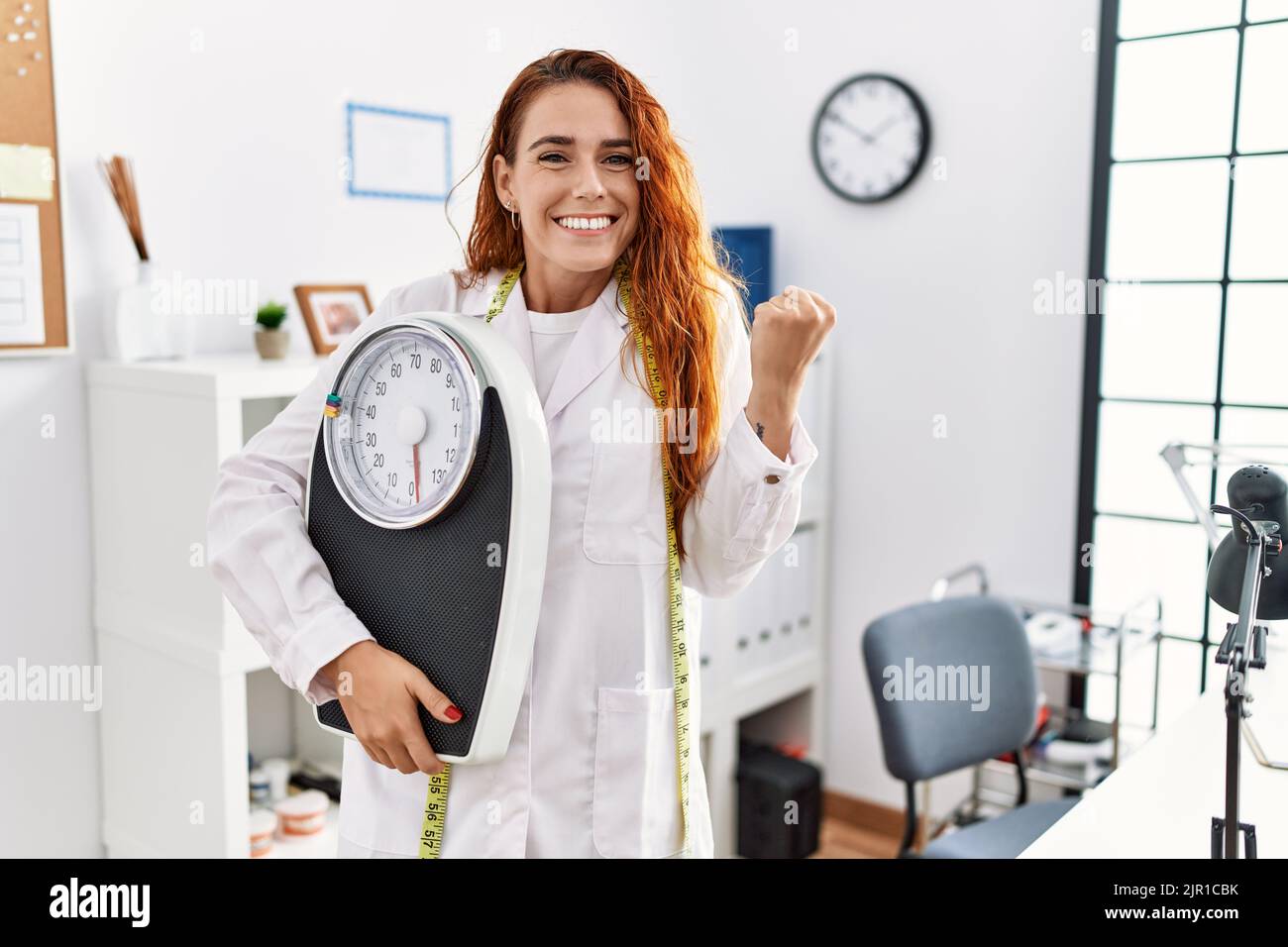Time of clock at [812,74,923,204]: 1:50
